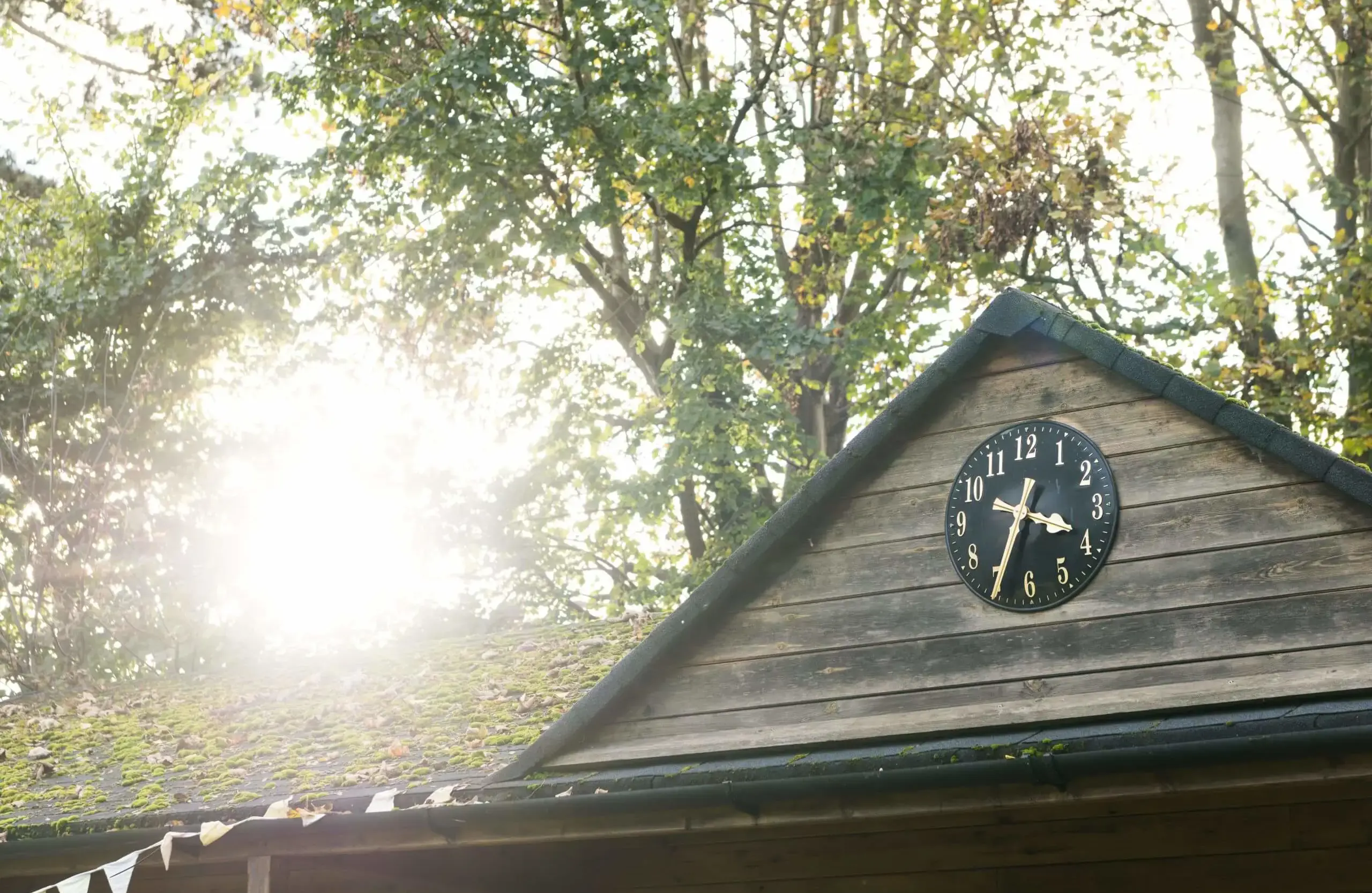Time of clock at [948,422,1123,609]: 3:34
